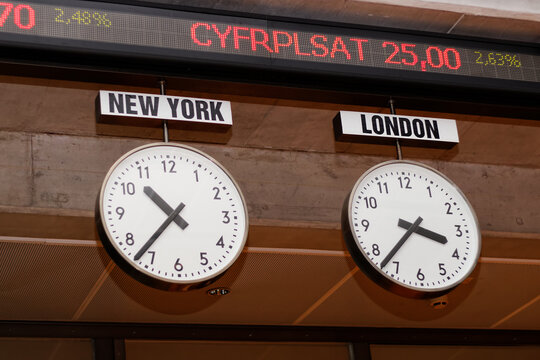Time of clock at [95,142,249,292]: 10:36
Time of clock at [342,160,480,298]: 3:37
